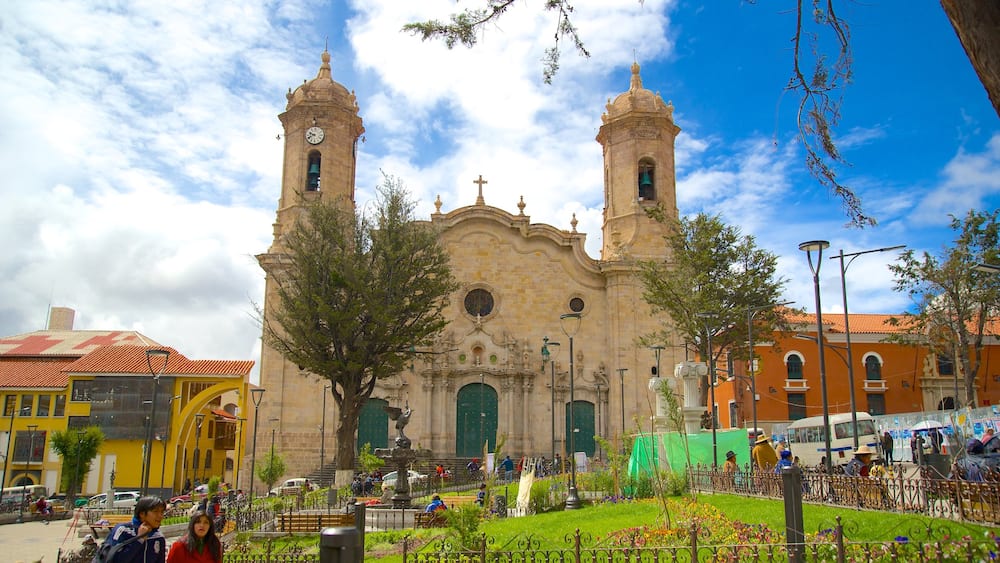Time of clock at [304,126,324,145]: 9:41
